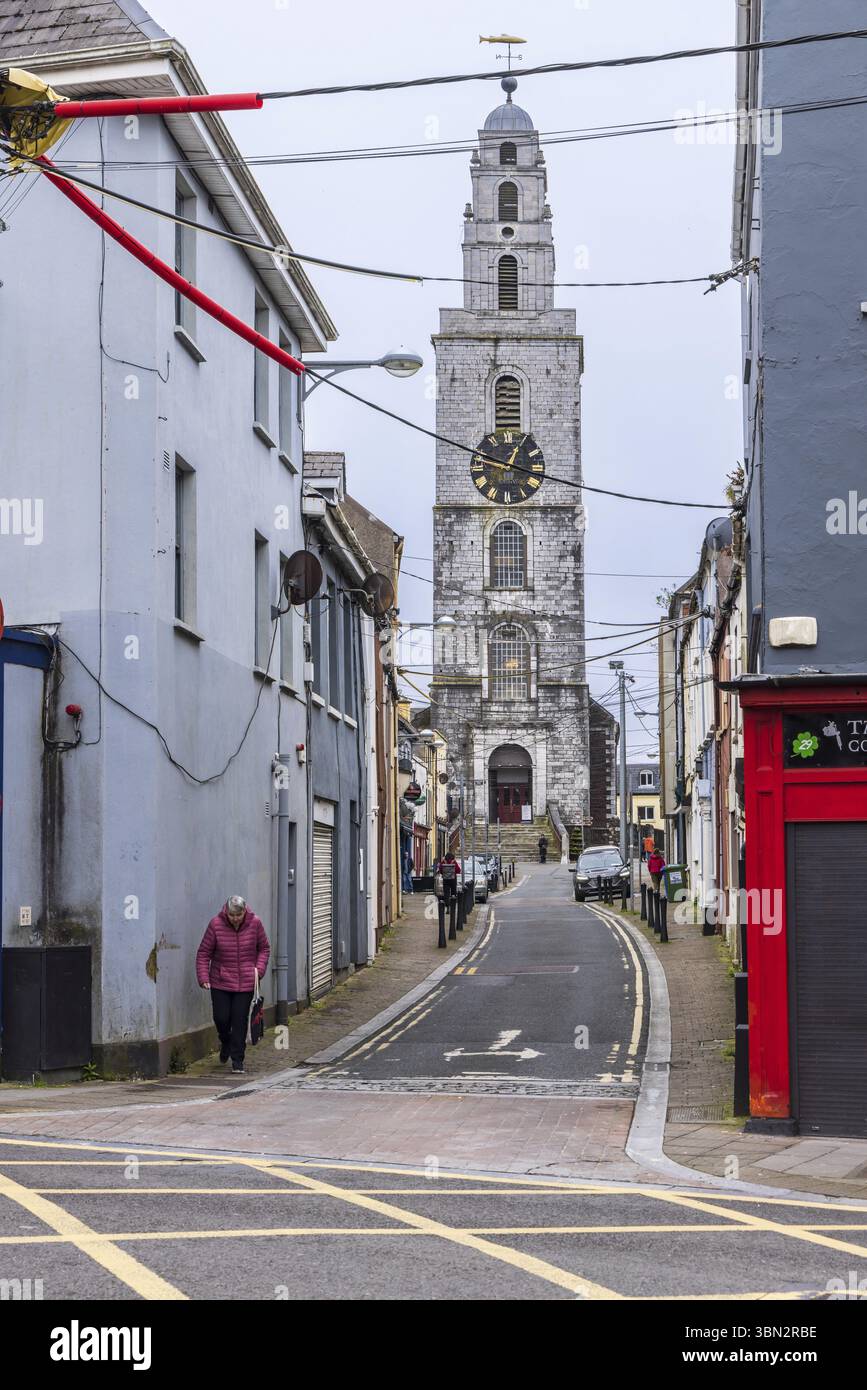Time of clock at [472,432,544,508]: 12:48
